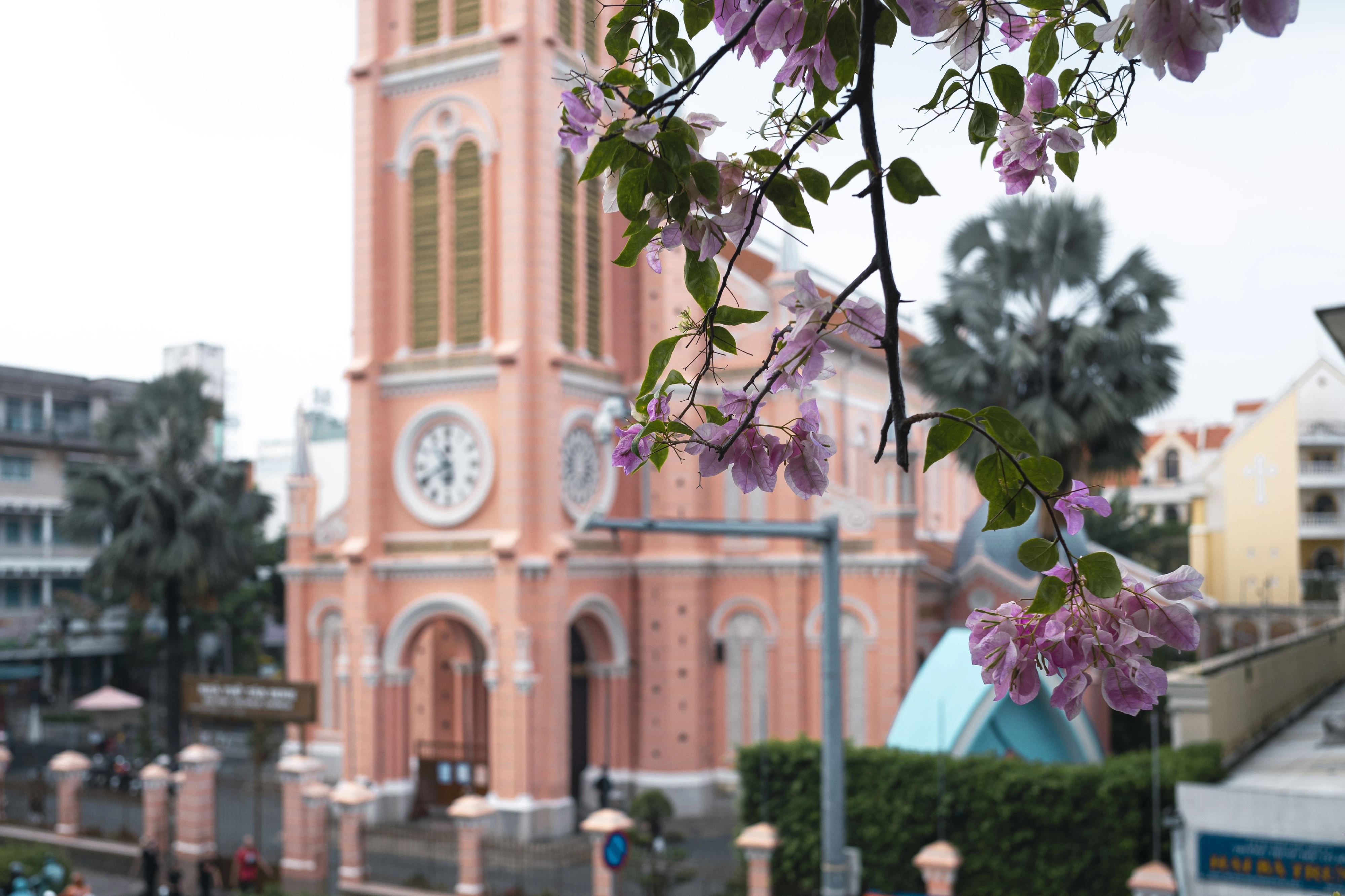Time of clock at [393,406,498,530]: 5:40
